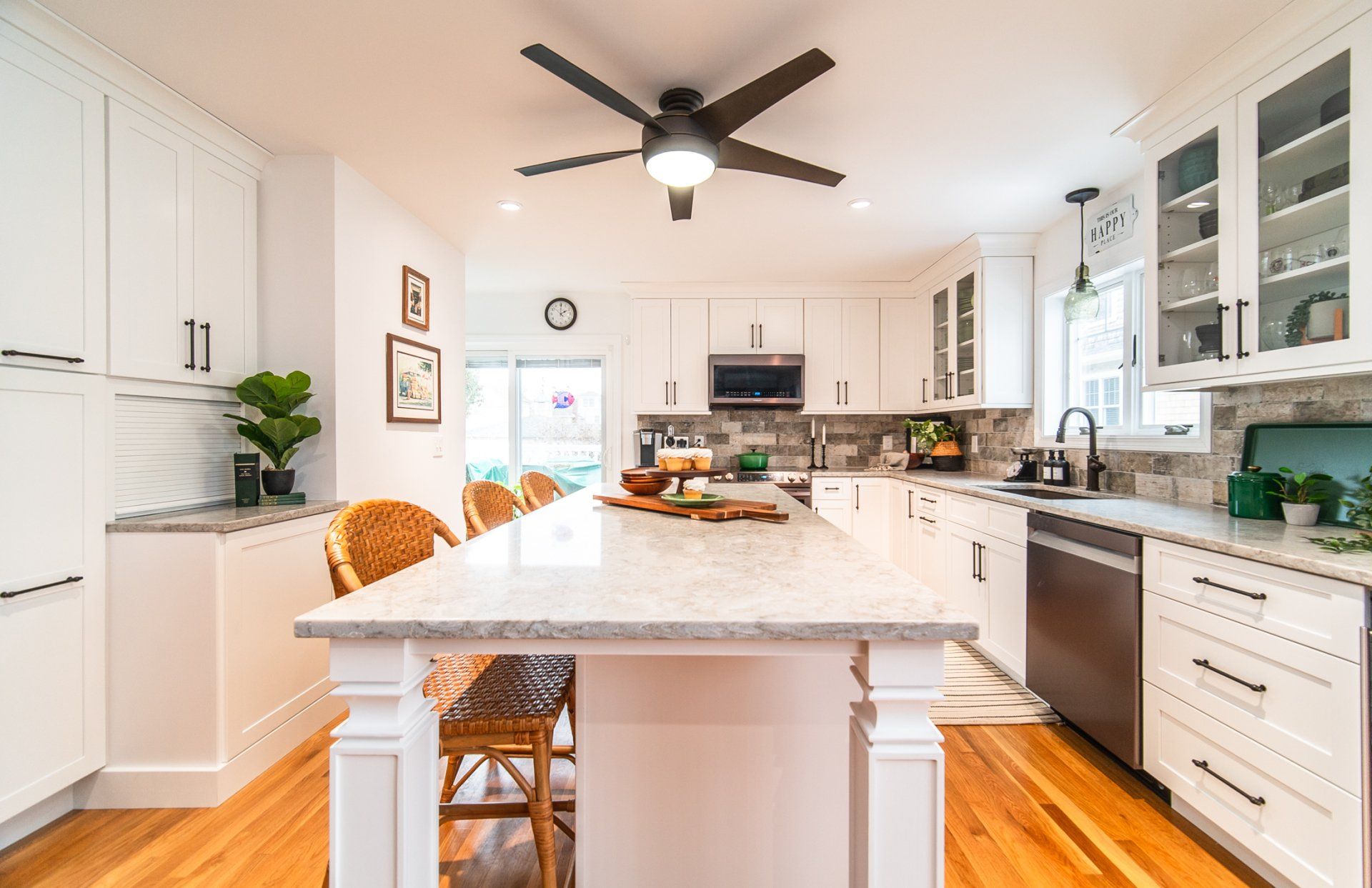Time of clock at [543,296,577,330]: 2:00
